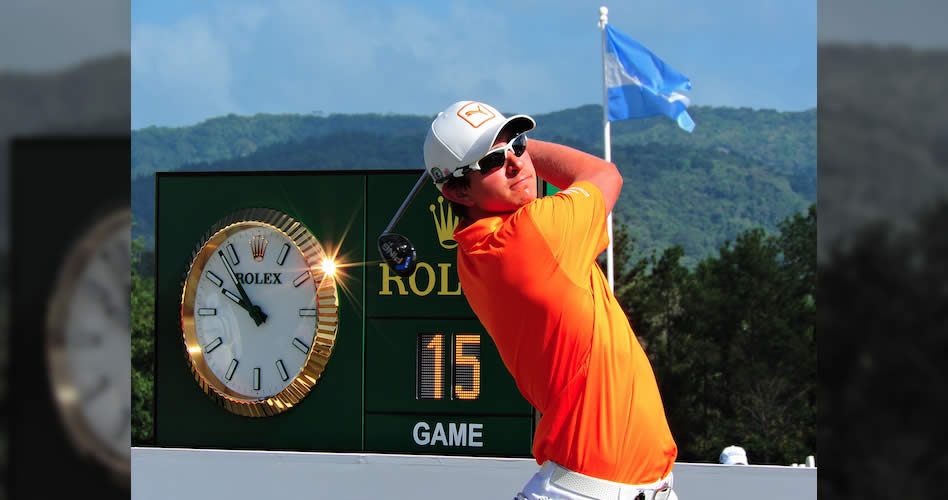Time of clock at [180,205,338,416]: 9:53
